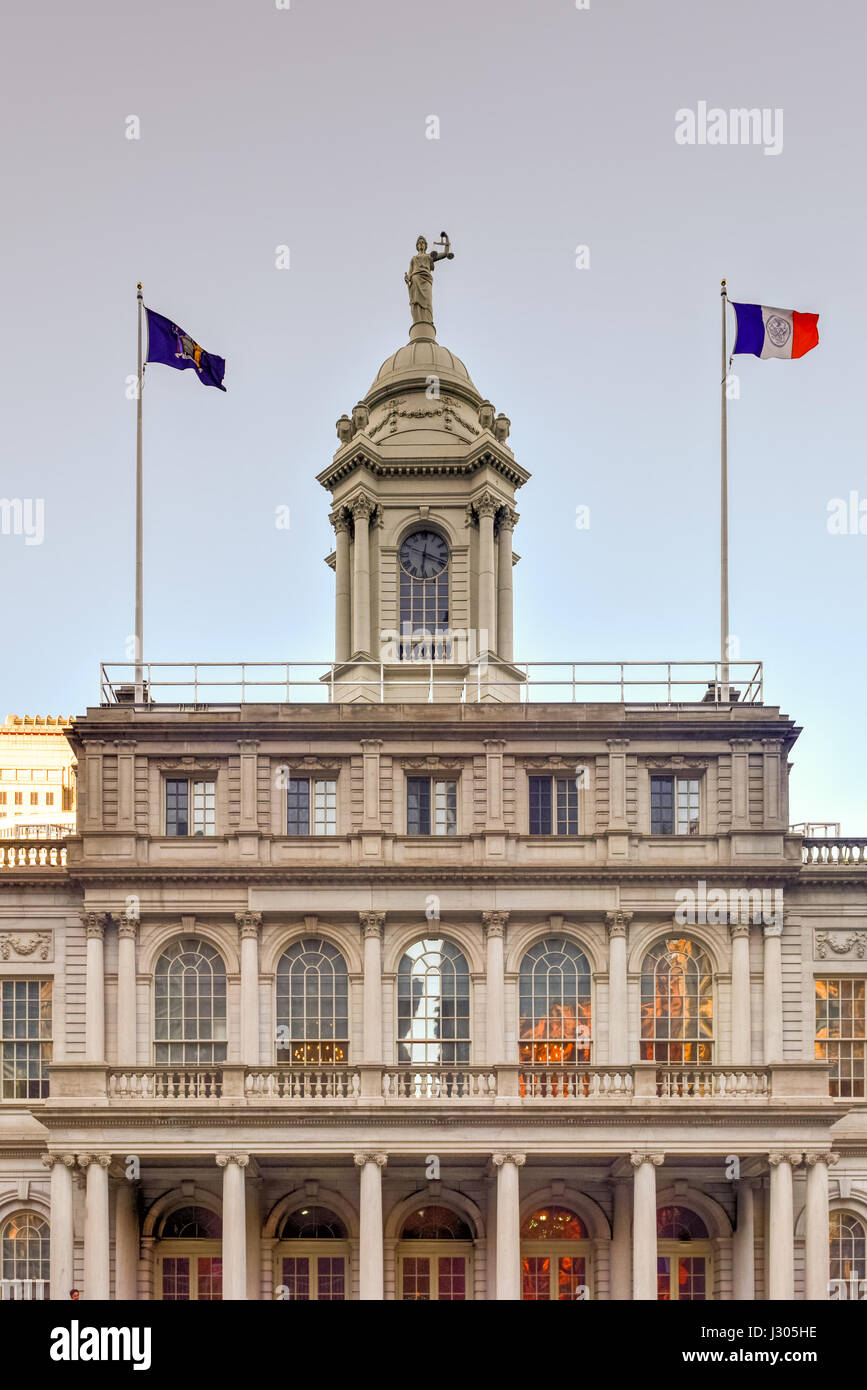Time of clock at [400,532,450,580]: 6:18
